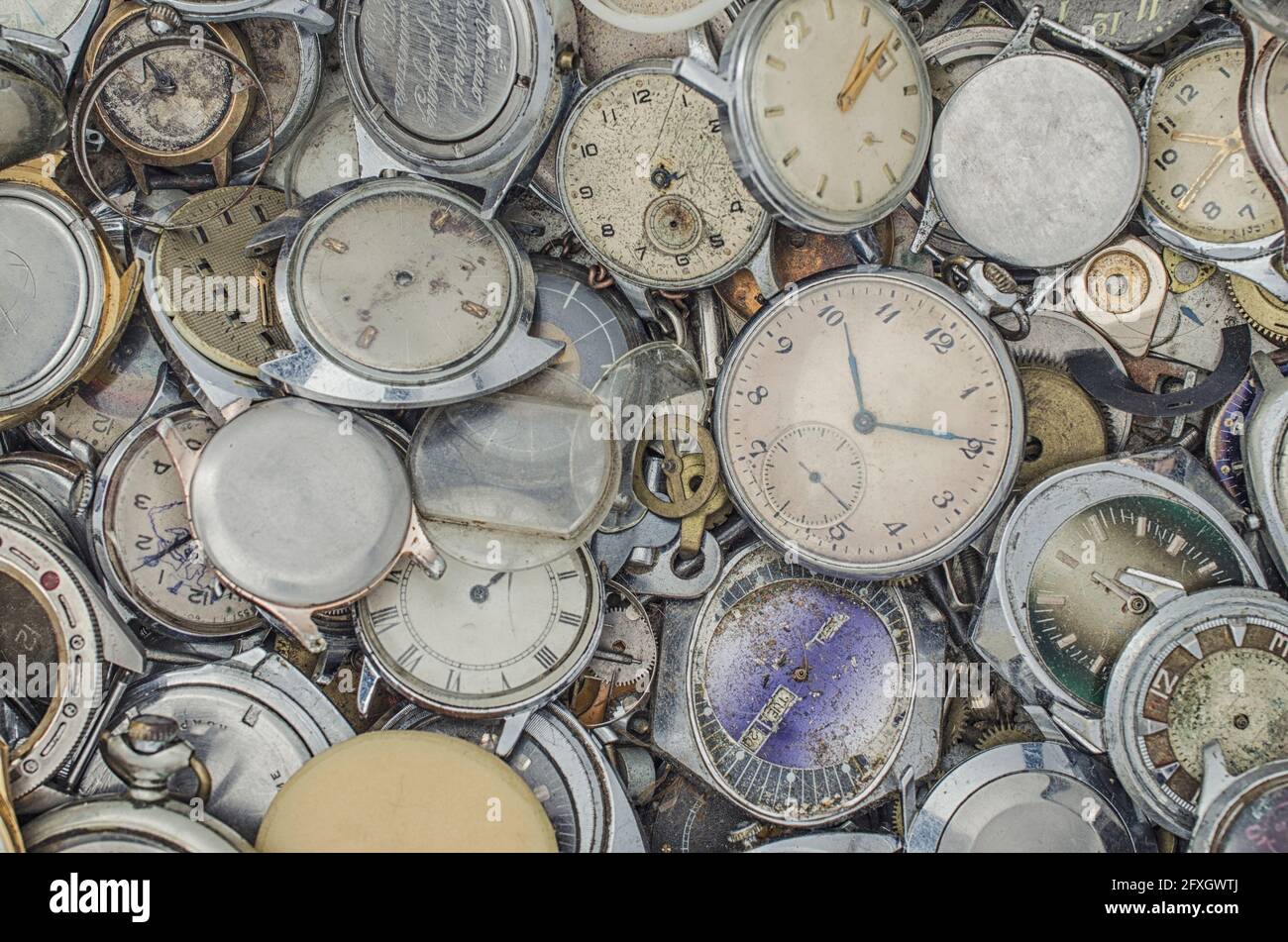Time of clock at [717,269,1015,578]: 11:14
